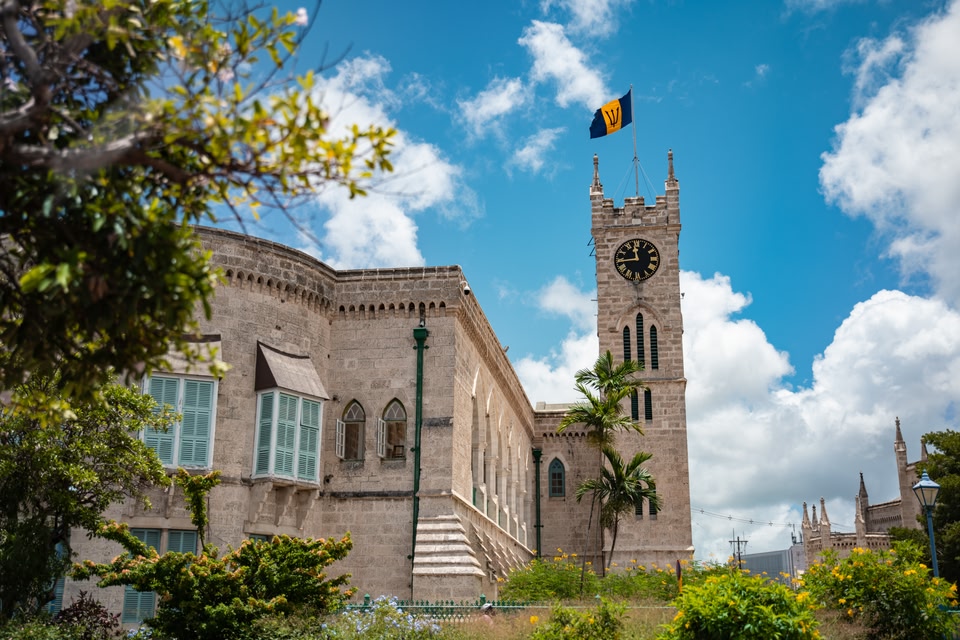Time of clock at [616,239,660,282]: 11:44
